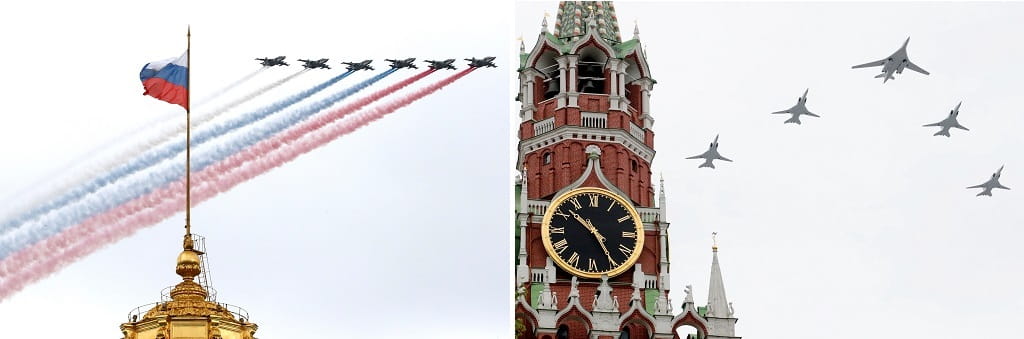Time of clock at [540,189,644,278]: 10:24
